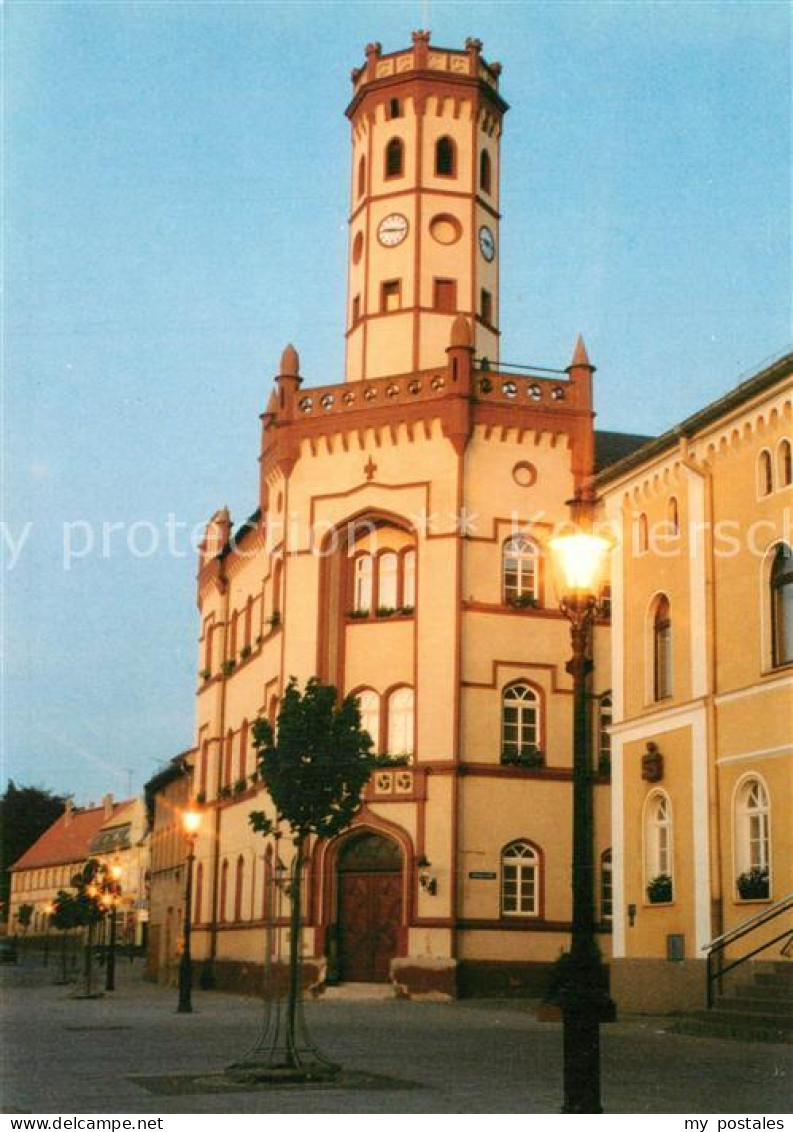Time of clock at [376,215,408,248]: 9:16
